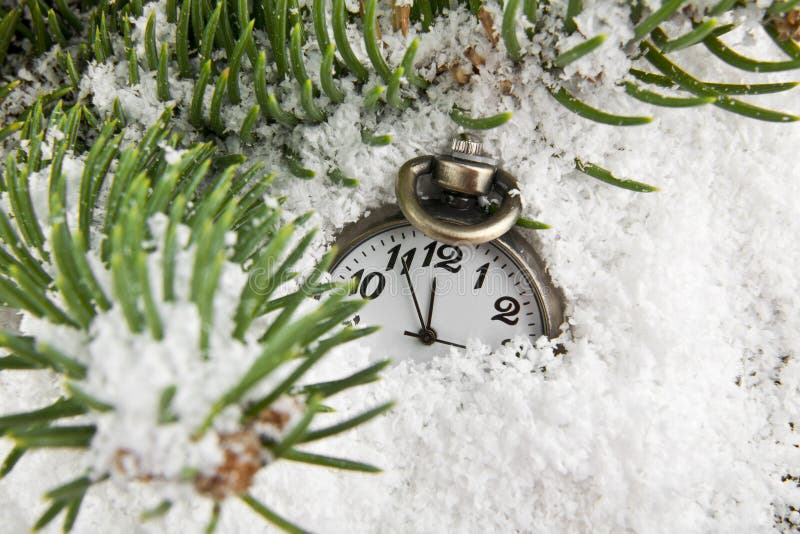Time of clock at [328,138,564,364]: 11:55
